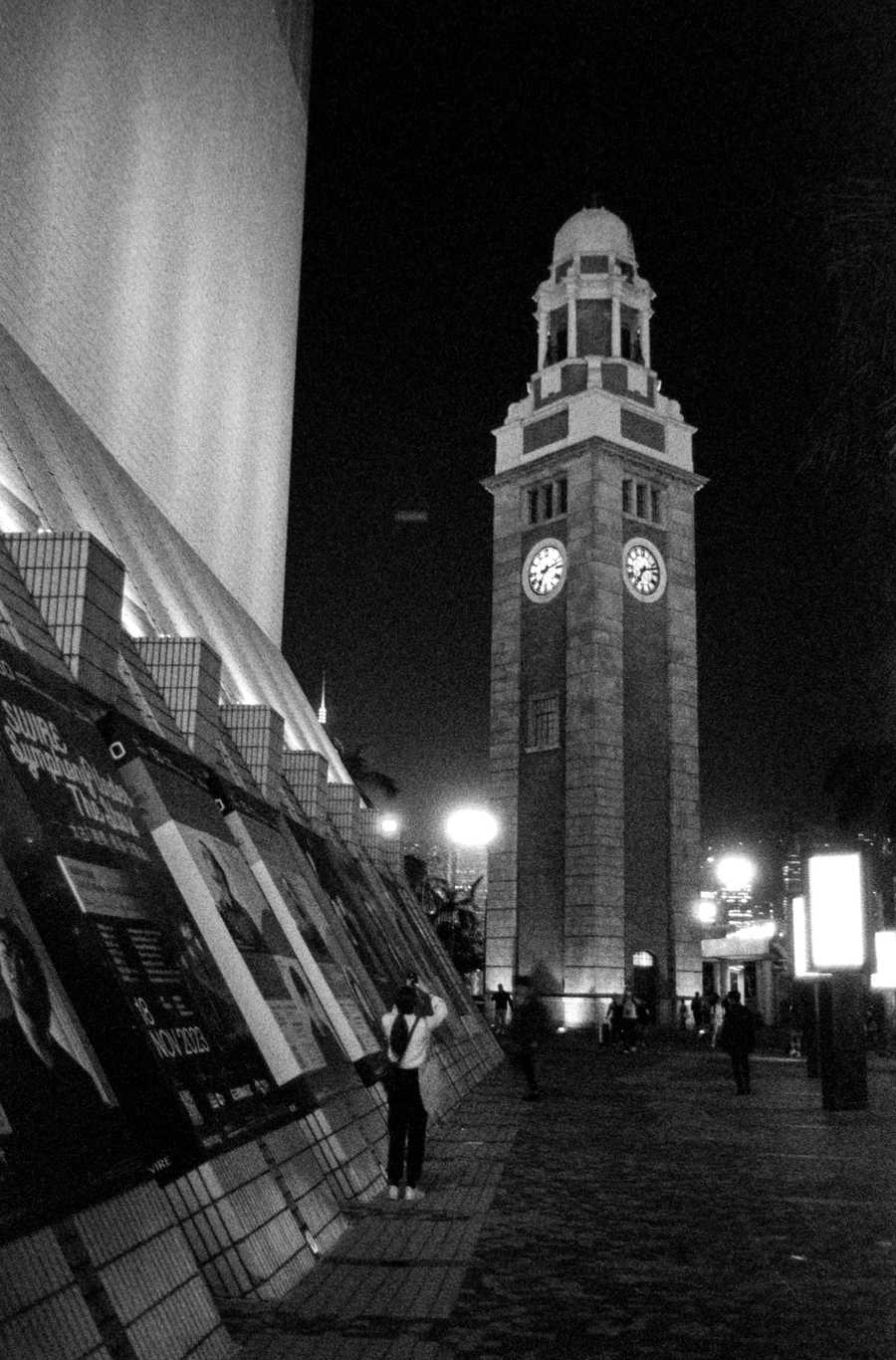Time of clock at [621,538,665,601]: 7:12
